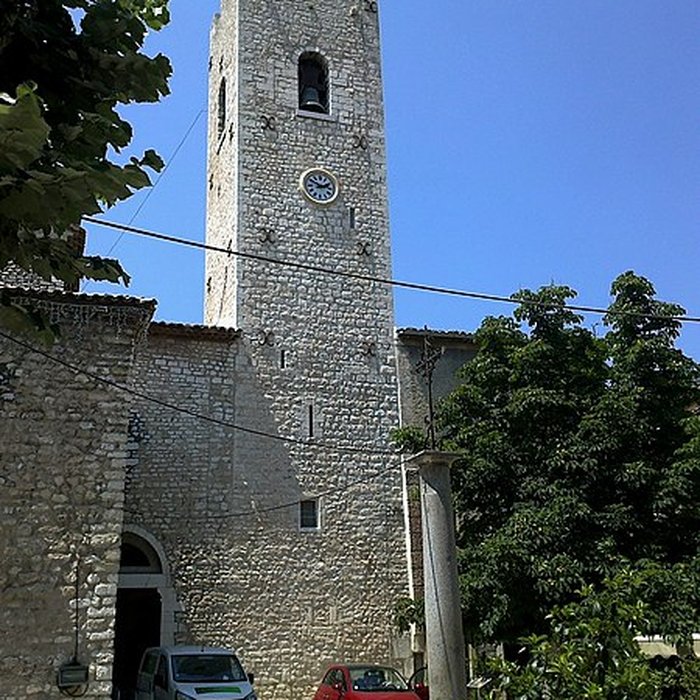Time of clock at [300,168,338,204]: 1:50
